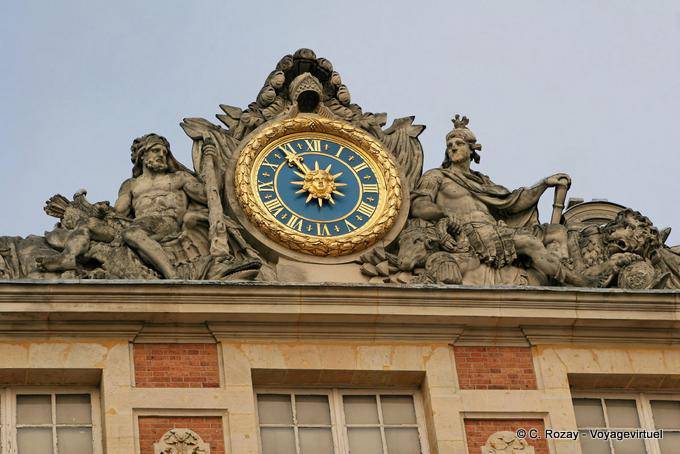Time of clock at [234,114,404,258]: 11:53
